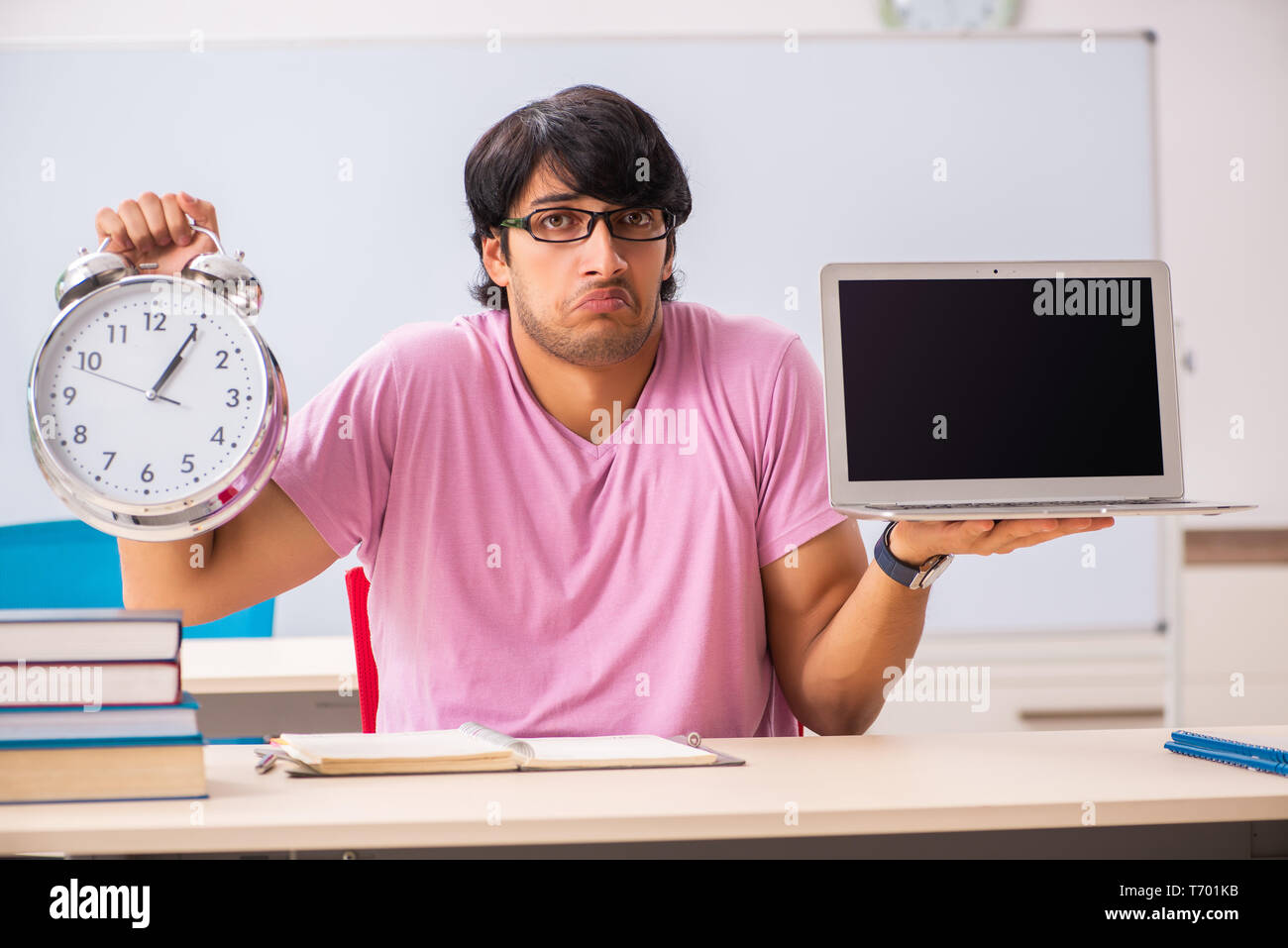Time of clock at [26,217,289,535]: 1:05
